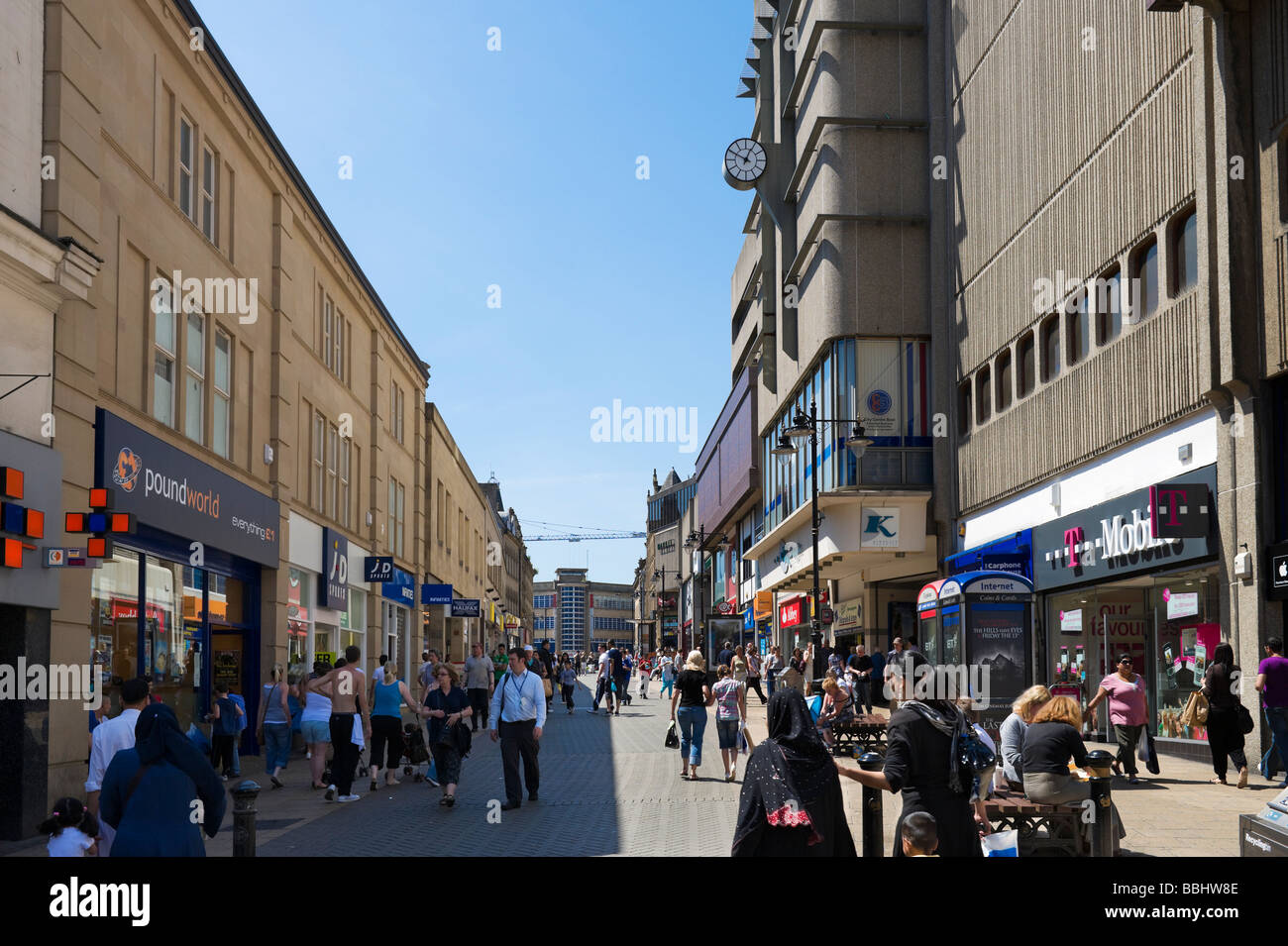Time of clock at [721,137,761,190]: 12:49
